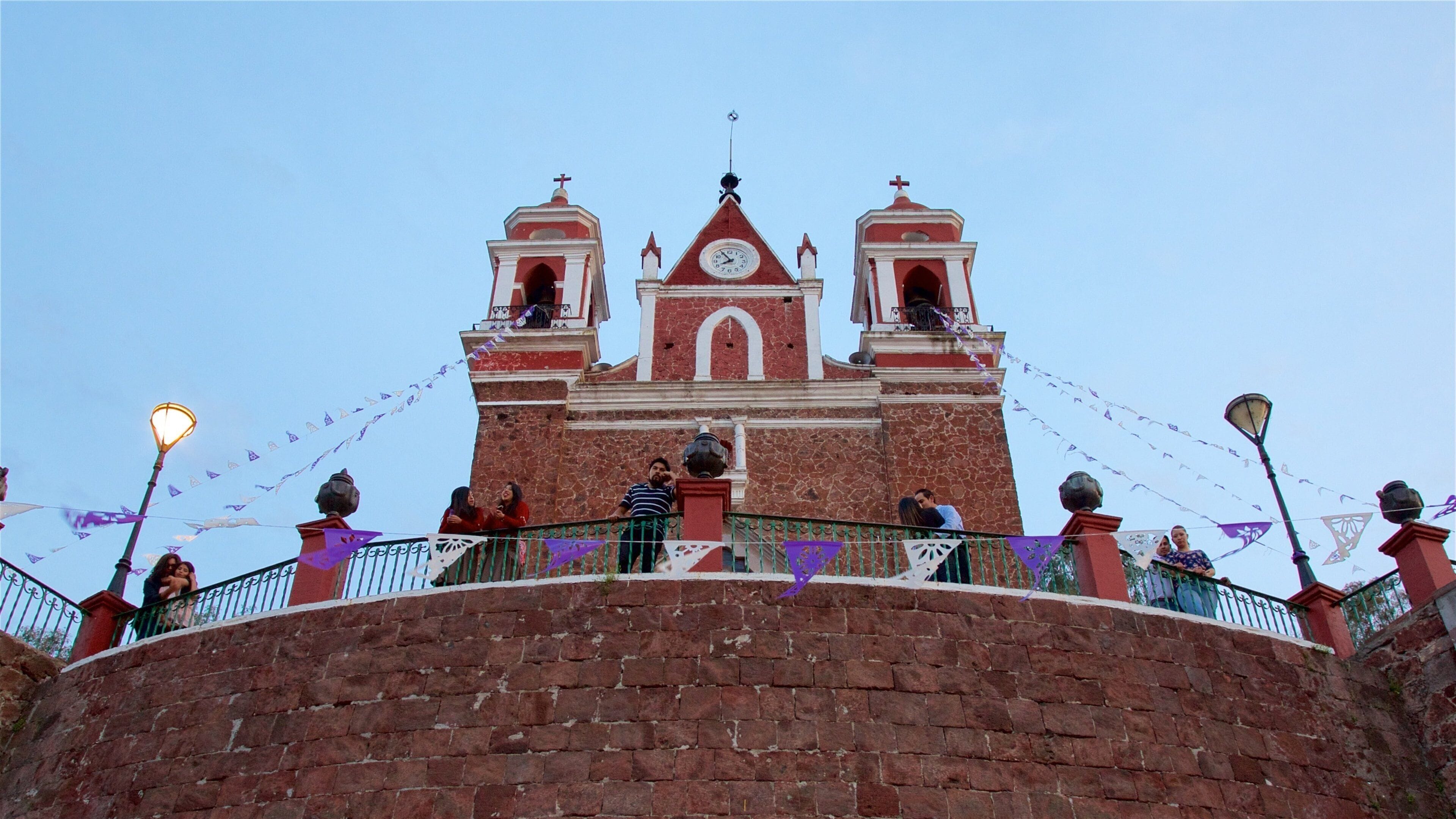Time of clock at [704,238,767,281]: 7:54
